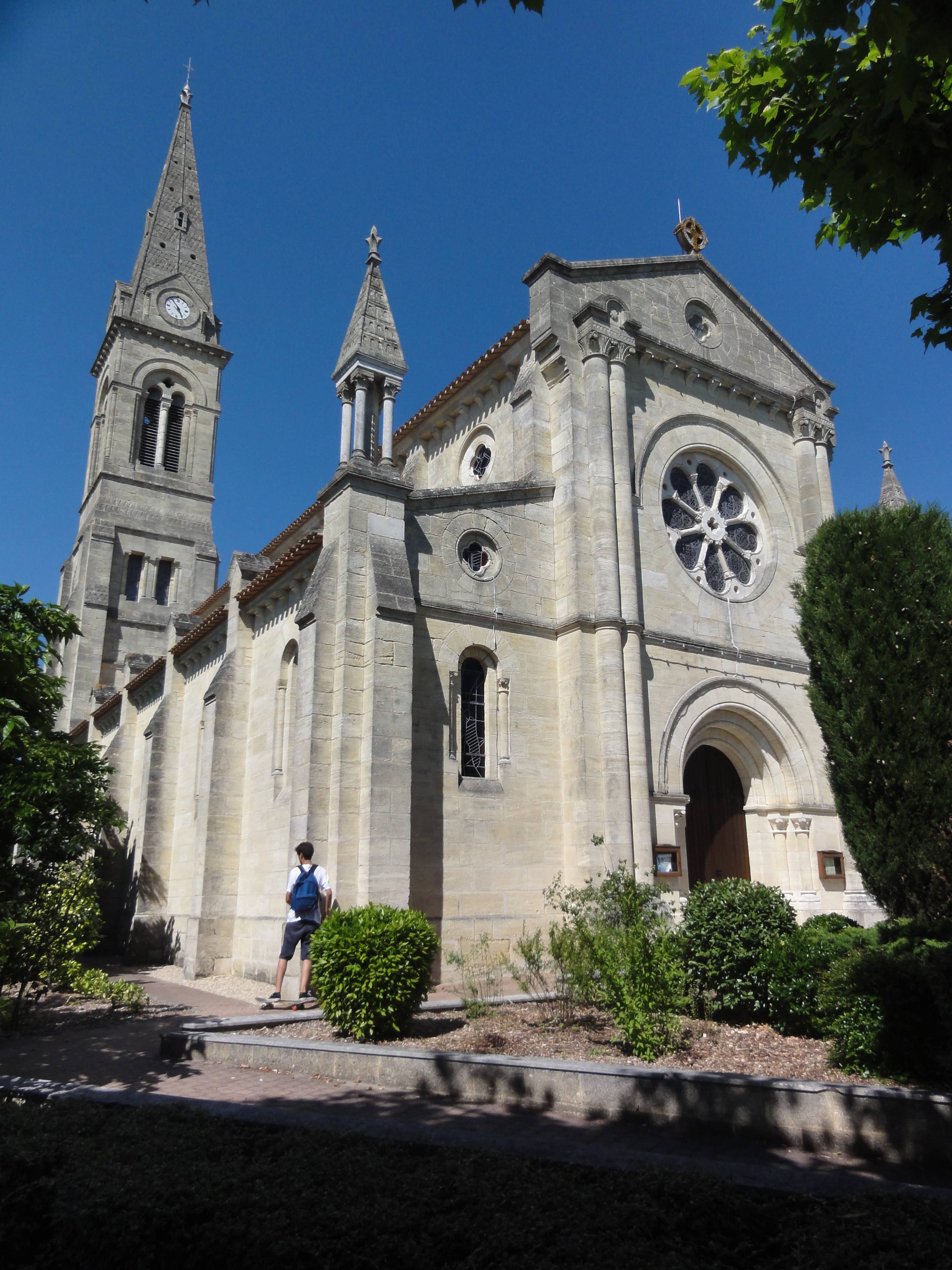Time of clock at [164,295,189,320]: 4:53
